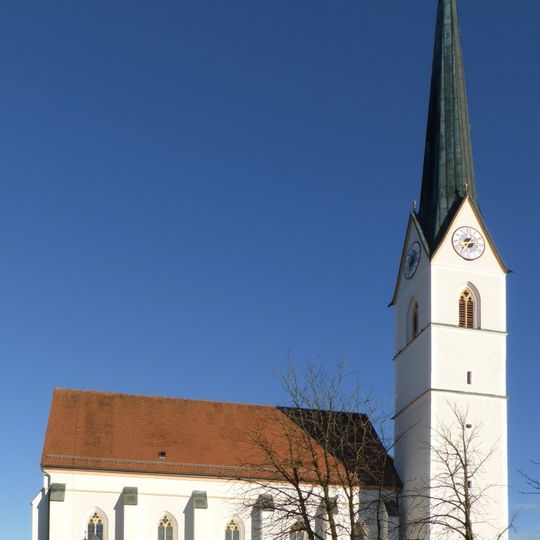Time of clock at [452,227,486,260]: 2:36
